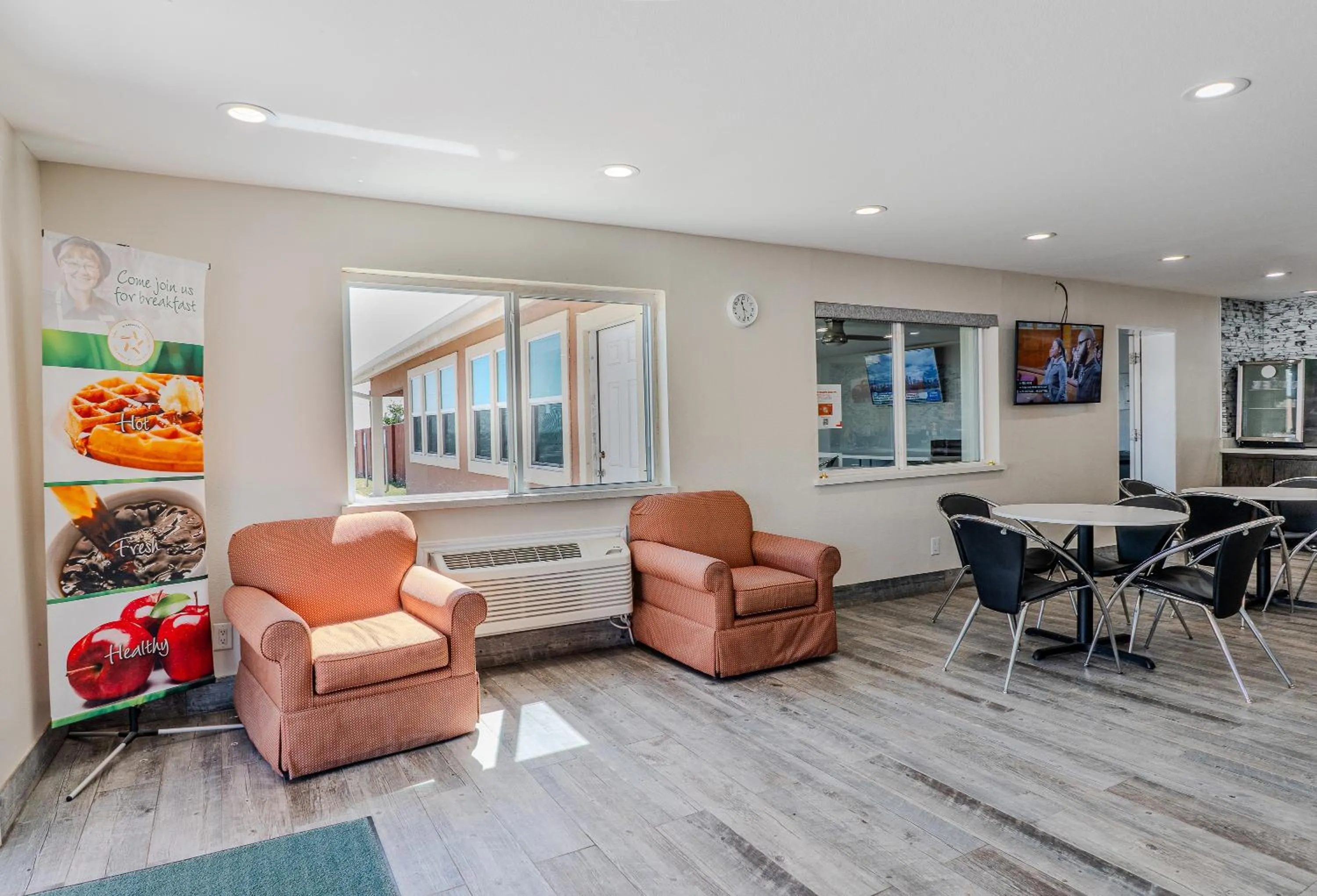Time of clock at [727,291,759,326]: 11:28
